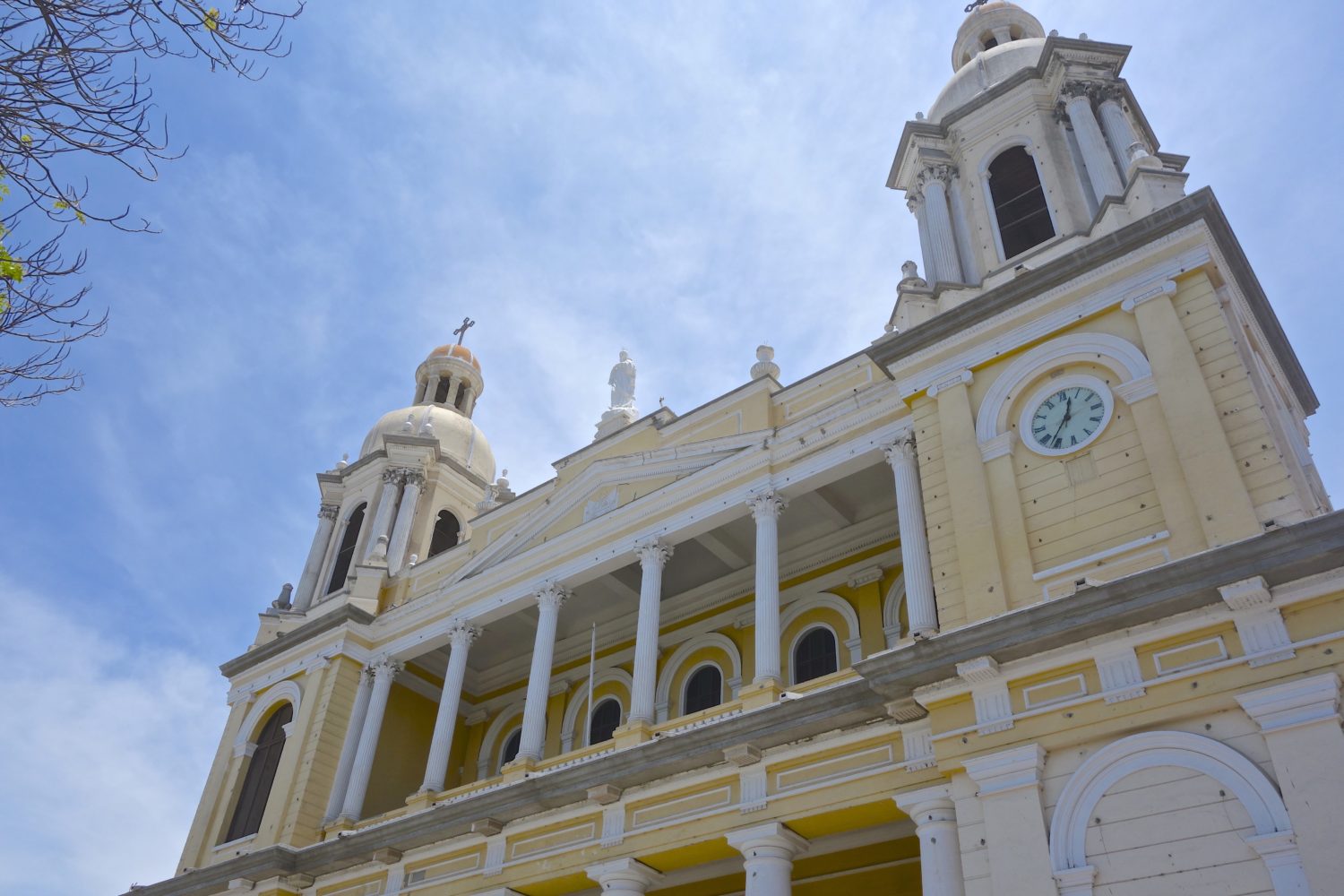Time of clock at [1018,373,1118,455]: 12:36
